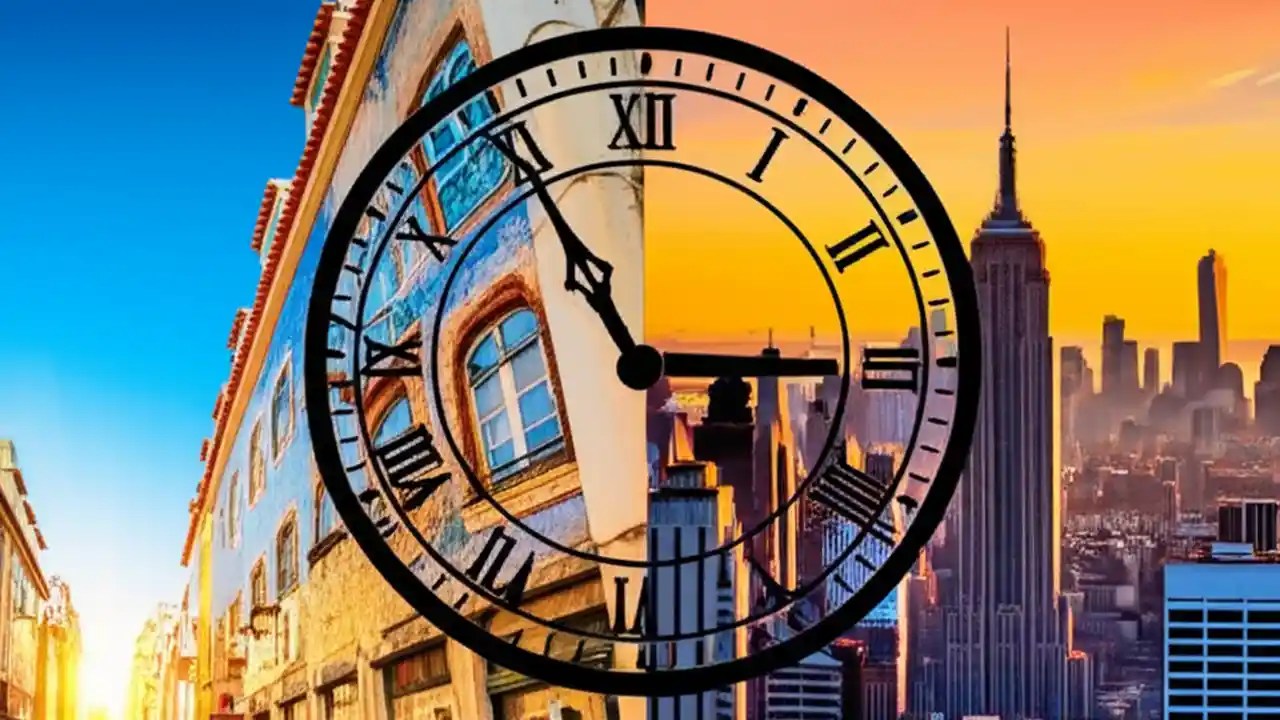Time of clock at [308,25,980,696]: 2:54
